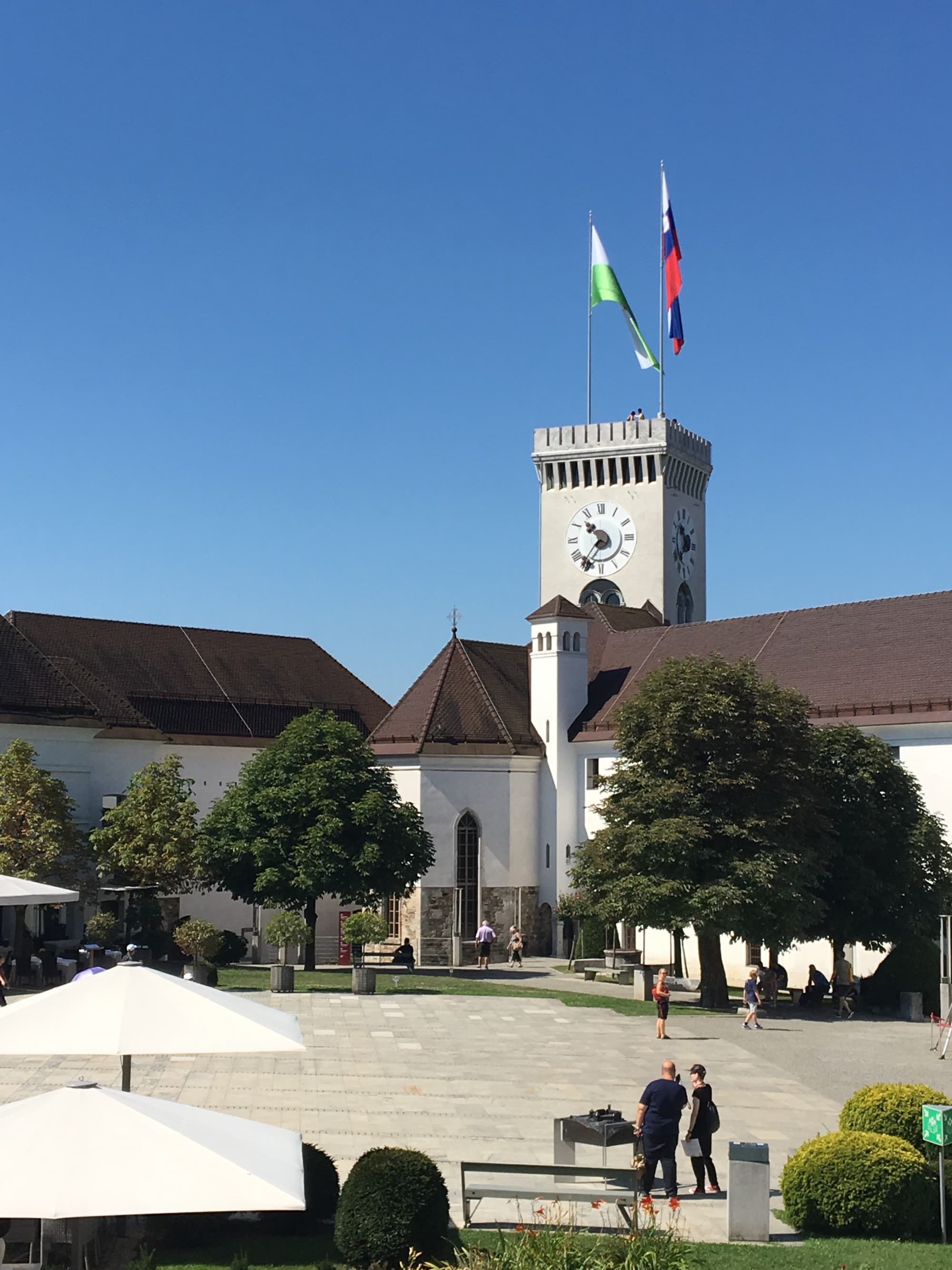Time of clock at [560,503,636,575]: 10:36
